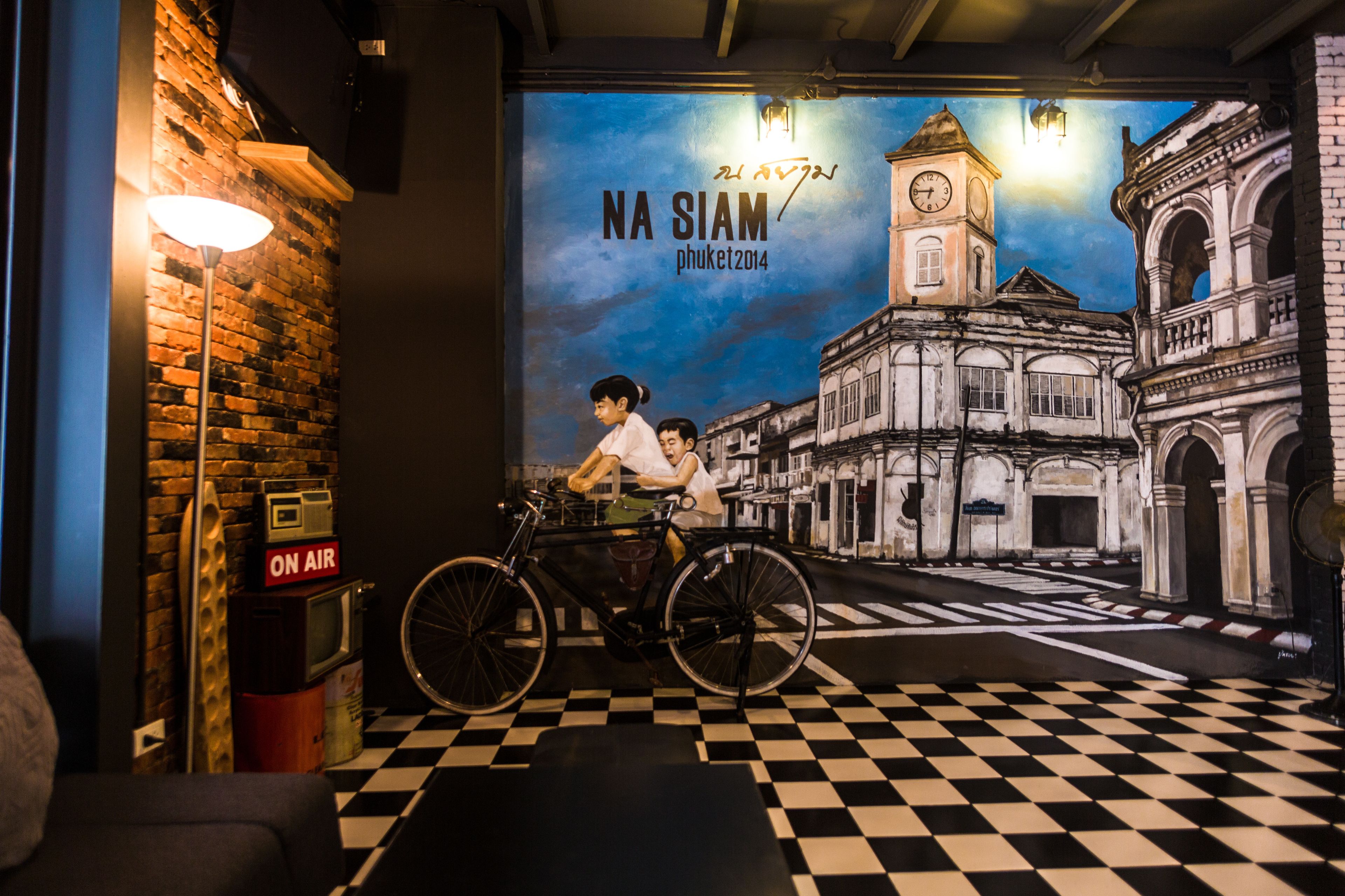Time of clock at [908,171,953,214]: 6:44
